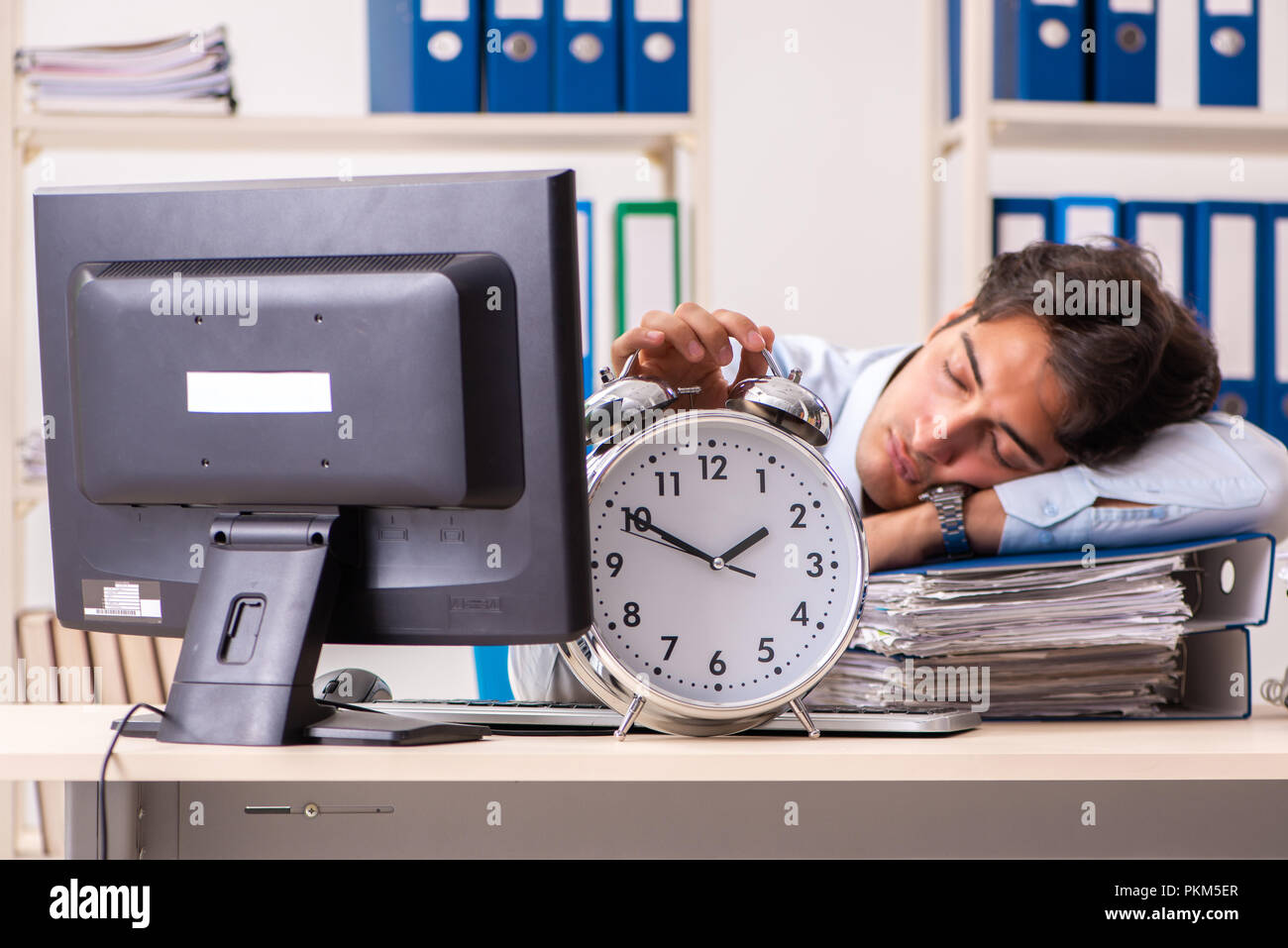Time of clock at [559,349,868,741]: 1:49
